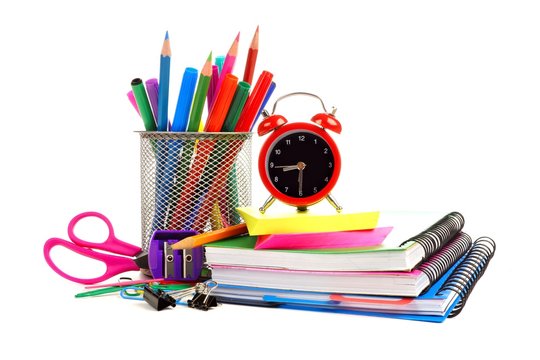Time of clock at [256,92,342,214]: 8:30
